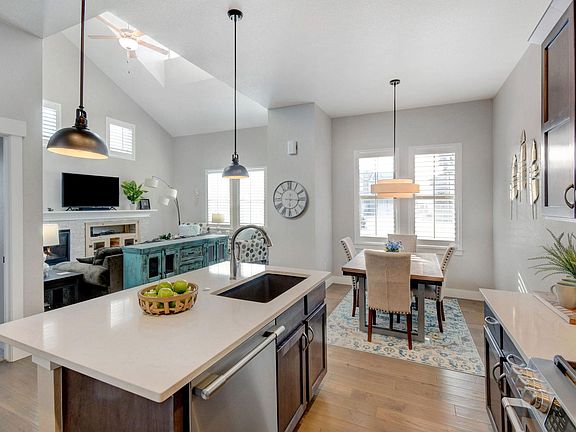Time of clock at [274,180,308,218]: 6:15
